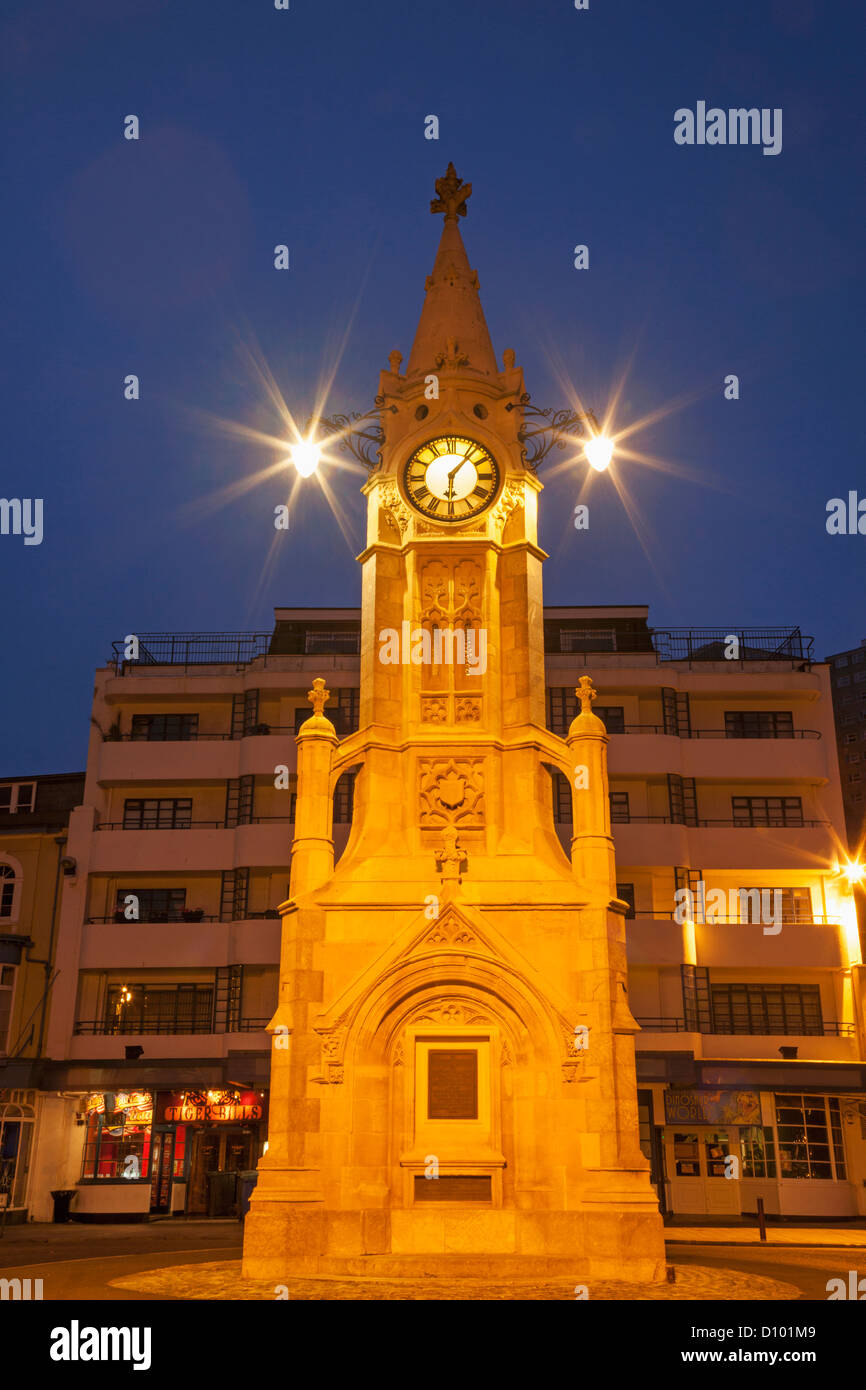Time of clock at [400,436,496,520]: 6:06
